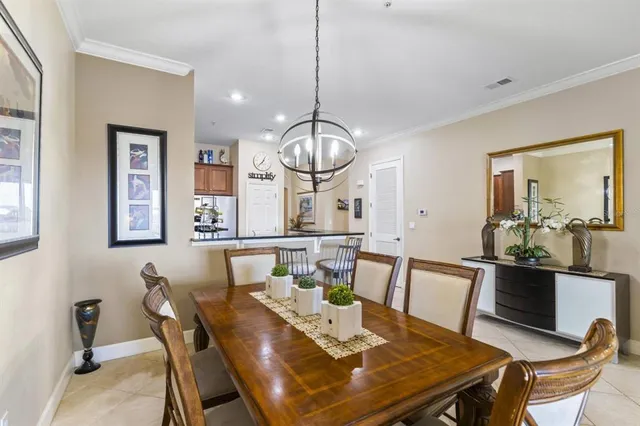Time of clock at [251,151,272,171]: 12:37
